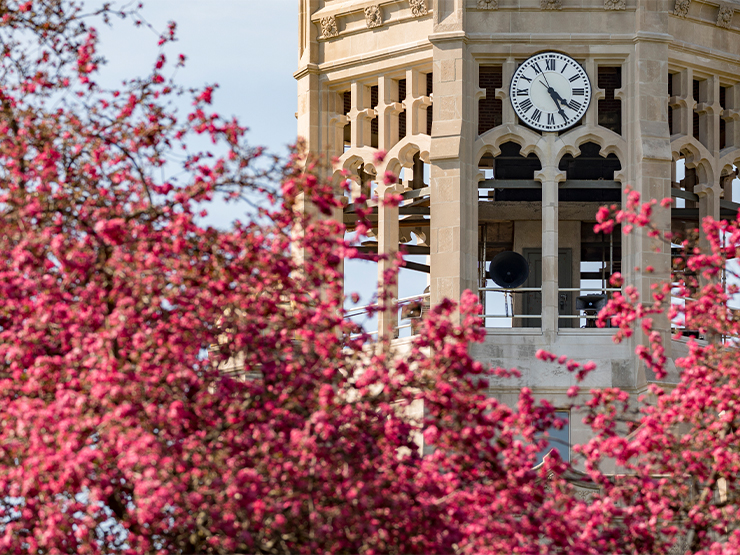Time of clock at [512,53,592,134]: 4:25
